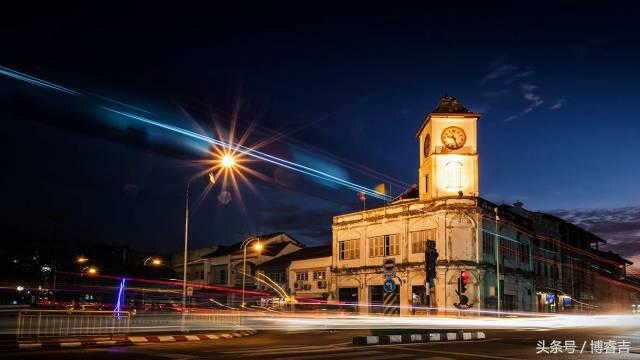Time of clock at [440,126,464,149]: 9:25
